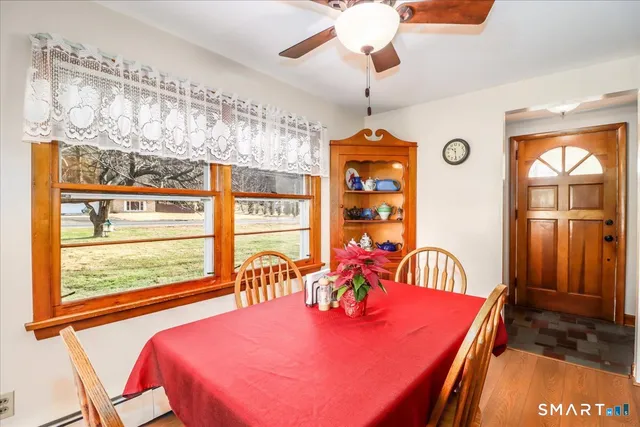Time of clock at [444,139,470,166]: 10:29
